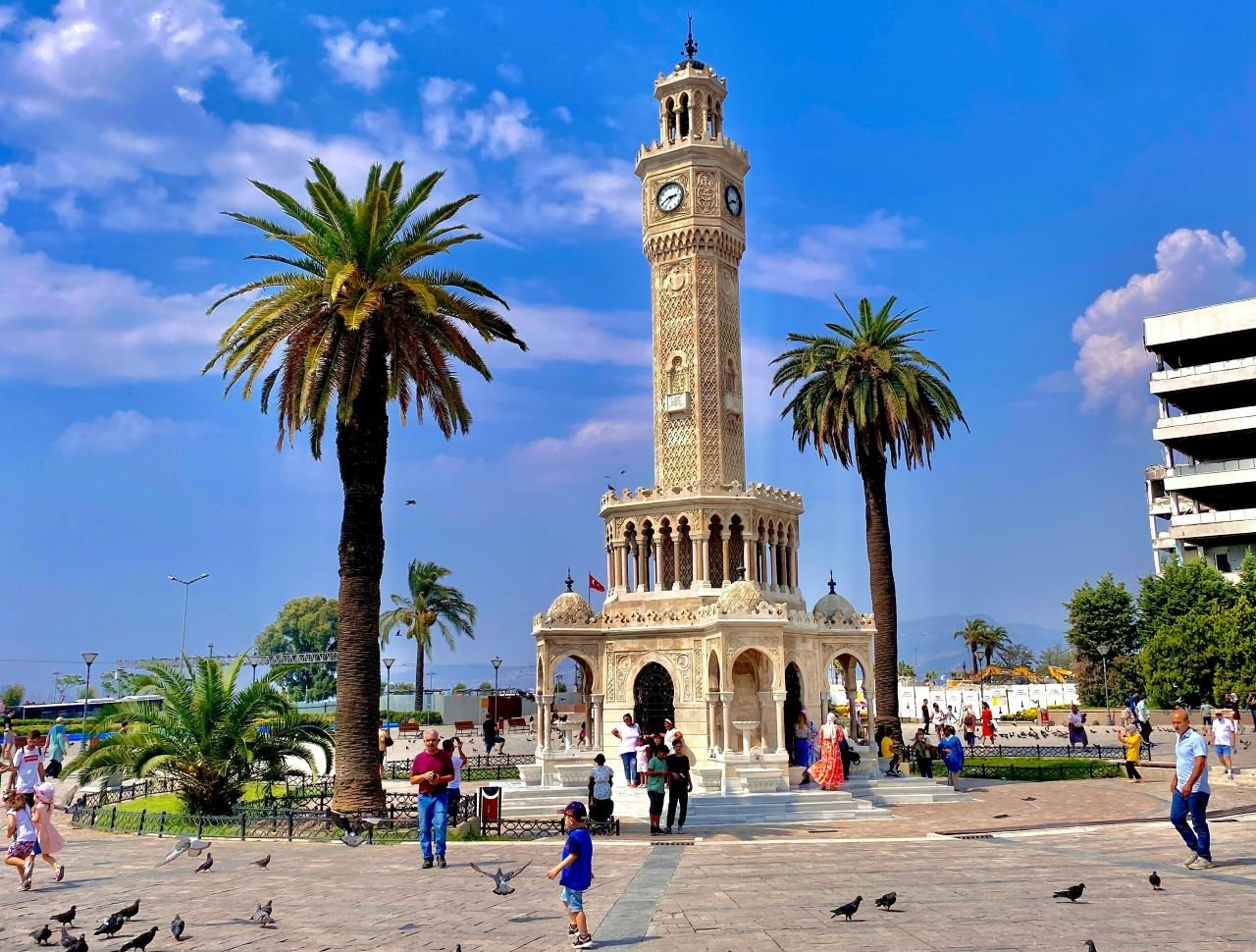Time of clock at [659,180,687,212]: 2:40
